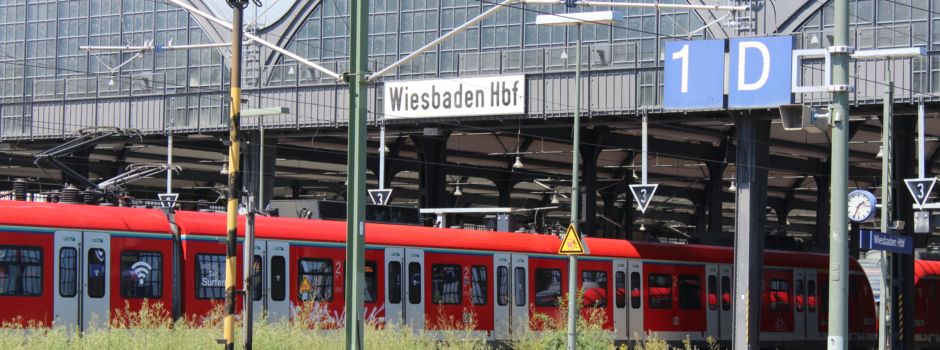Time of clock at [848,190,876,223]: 1:34
